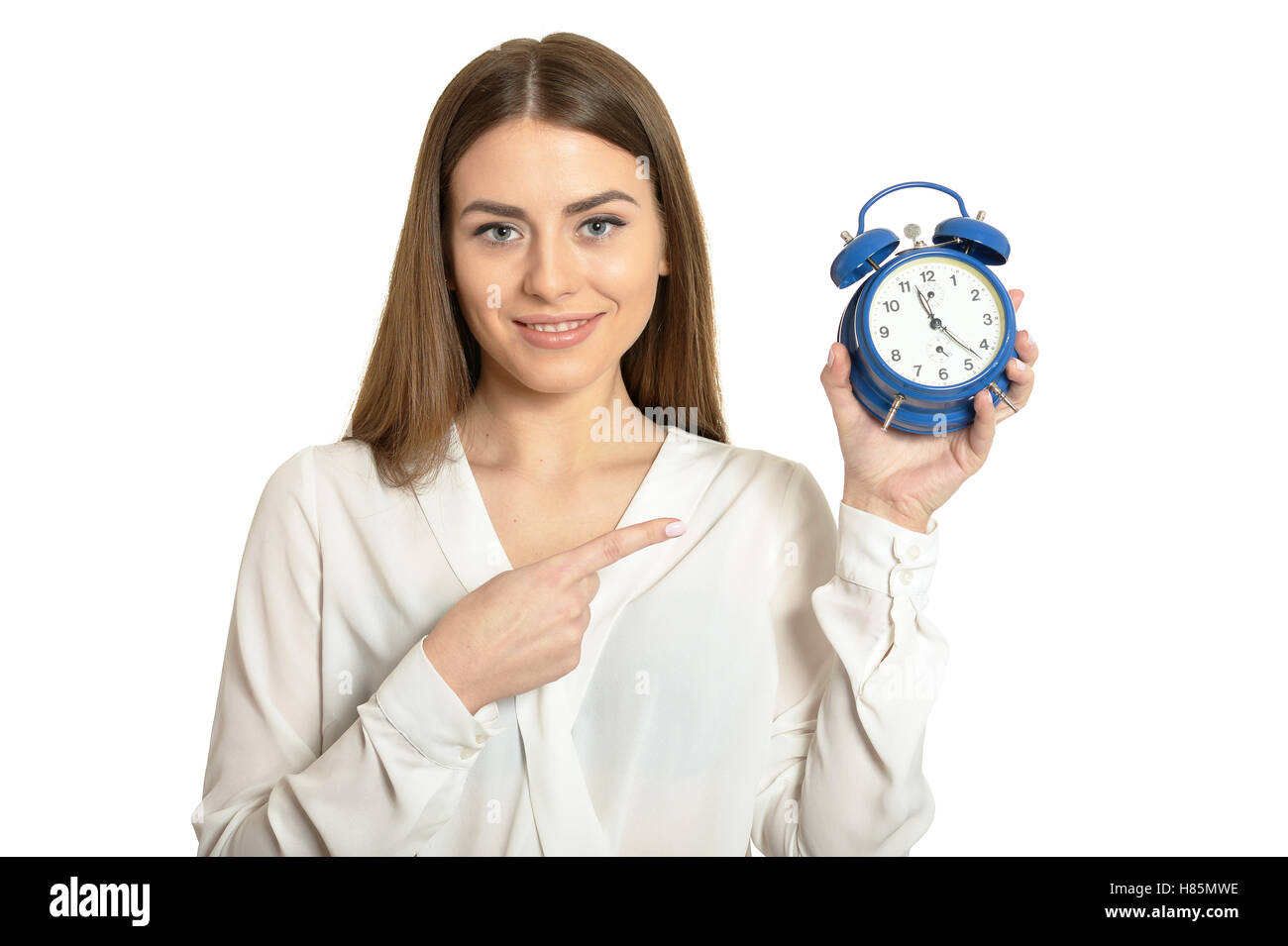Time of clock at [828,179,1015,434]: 11:22
